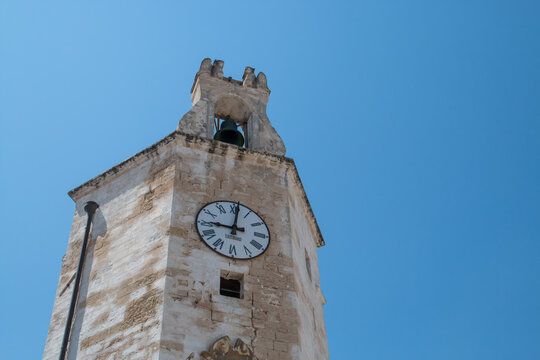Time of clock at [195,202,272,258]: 9:01
